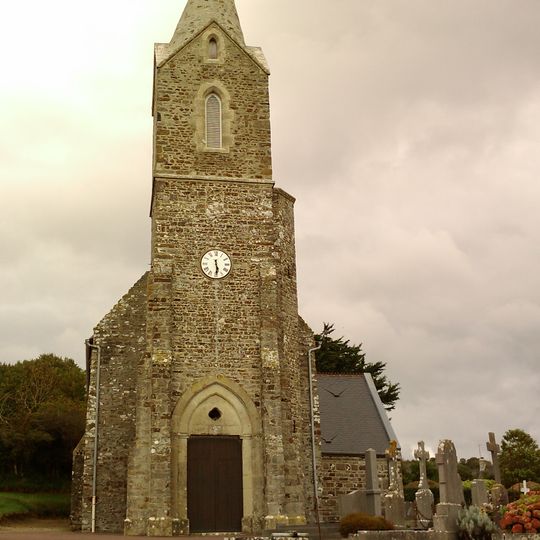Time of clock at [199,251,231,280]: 5:29
